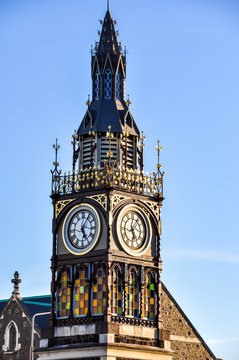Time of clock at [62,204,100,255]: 5:05
